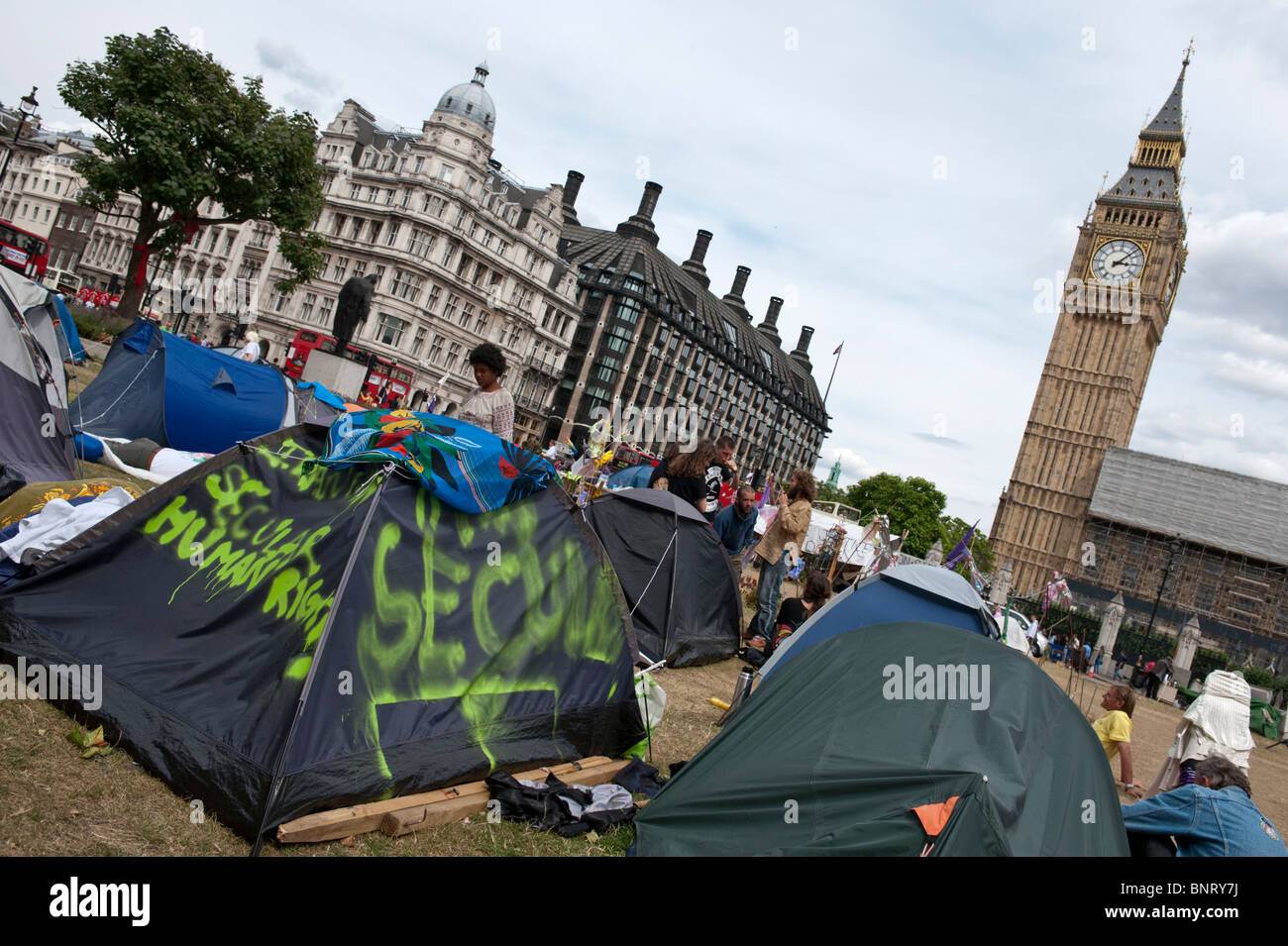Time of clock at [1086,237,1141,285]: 3:07
